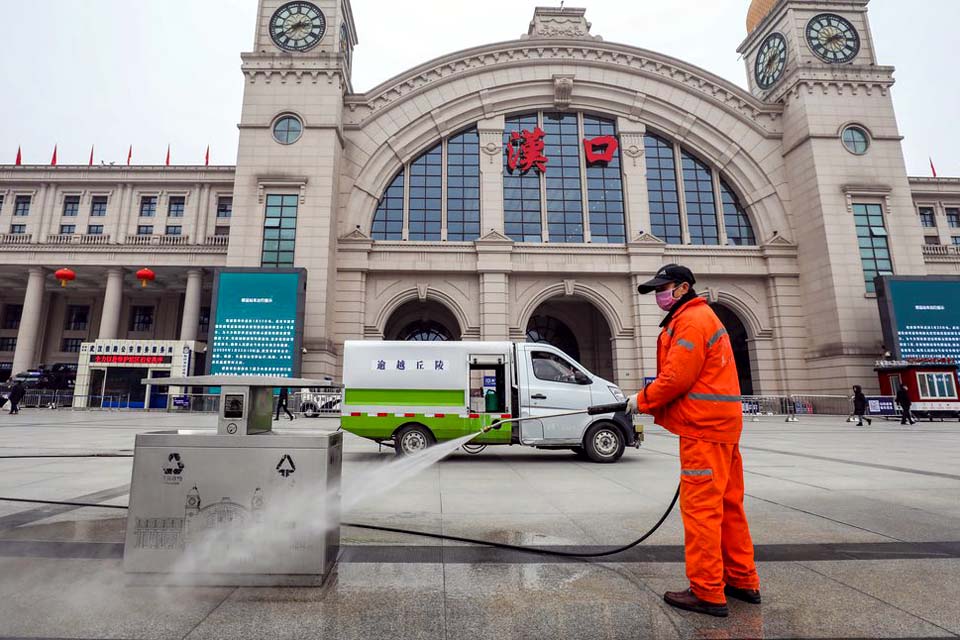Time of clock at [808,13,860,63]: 2:38
